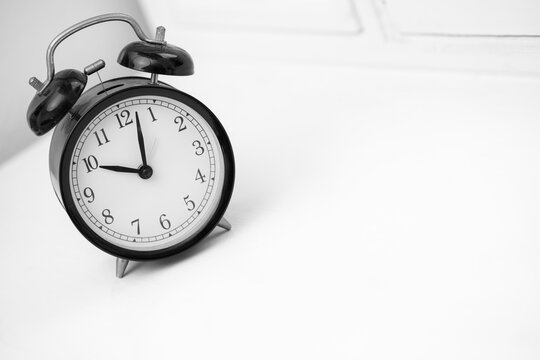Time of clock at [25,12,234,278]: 10:02
